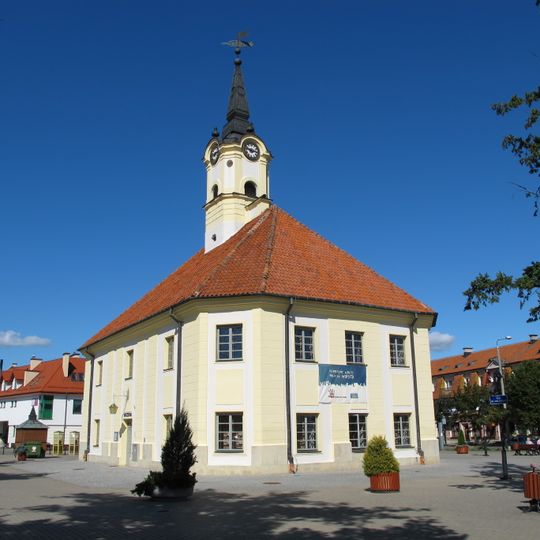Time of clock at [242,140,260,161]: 2:46
